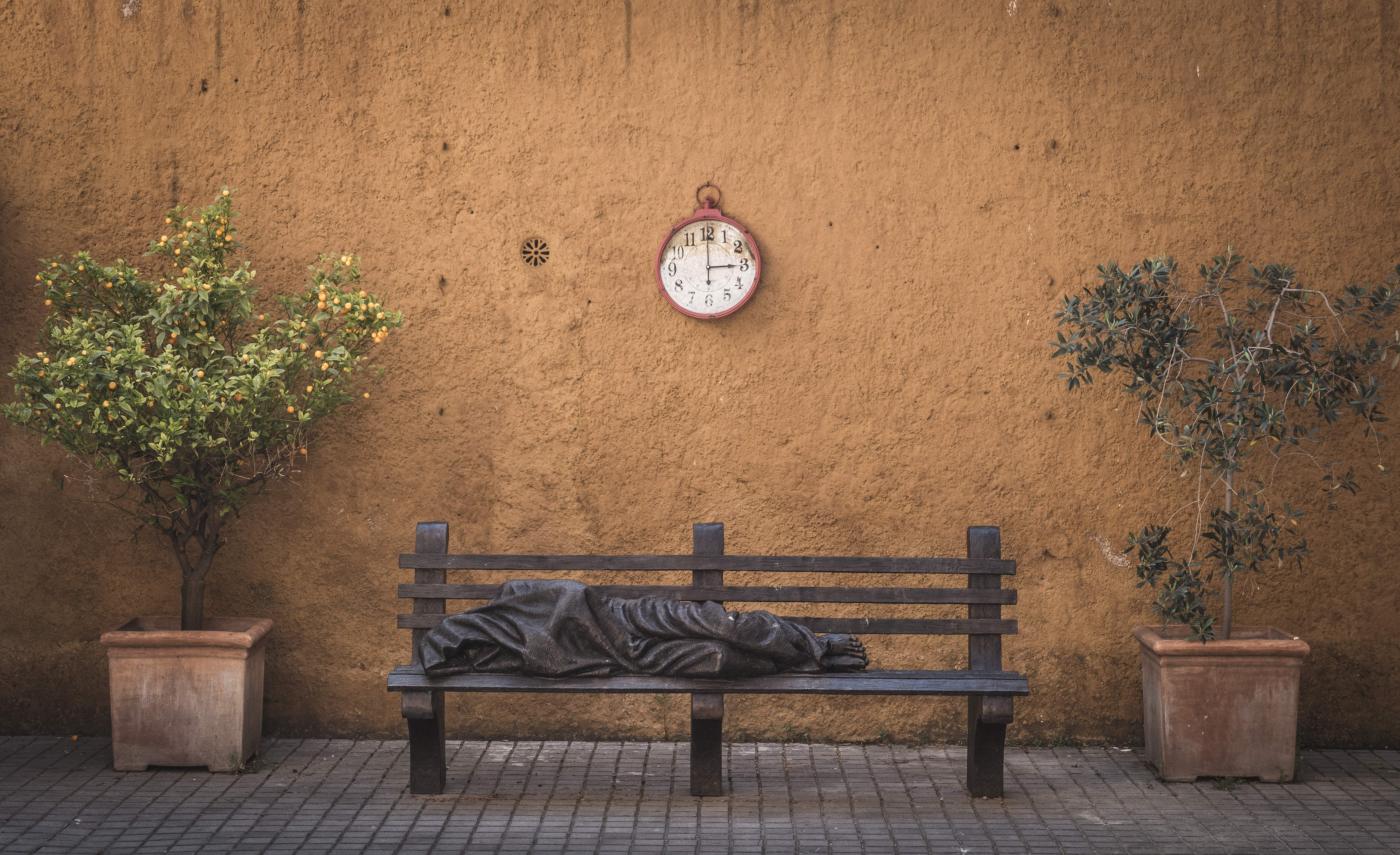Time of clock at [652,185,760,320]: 3:00
